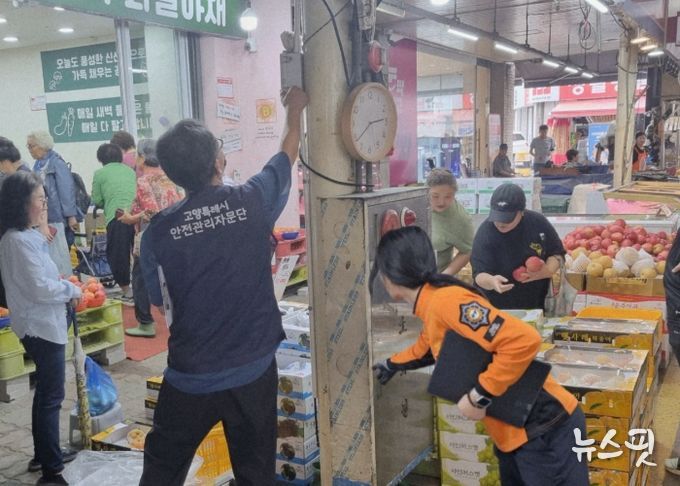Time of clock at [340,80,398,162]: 2:38
